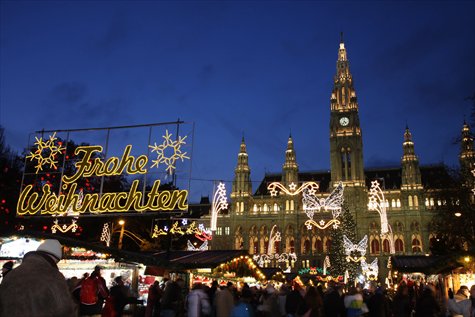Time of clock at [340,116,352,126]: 4:35
